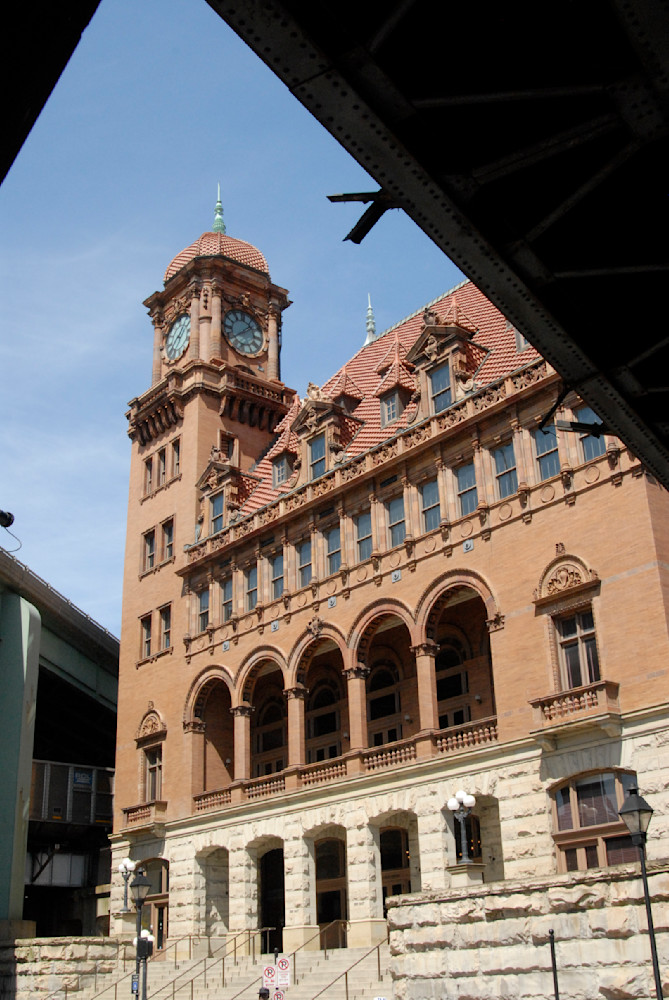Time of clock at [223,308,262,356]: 1:39
